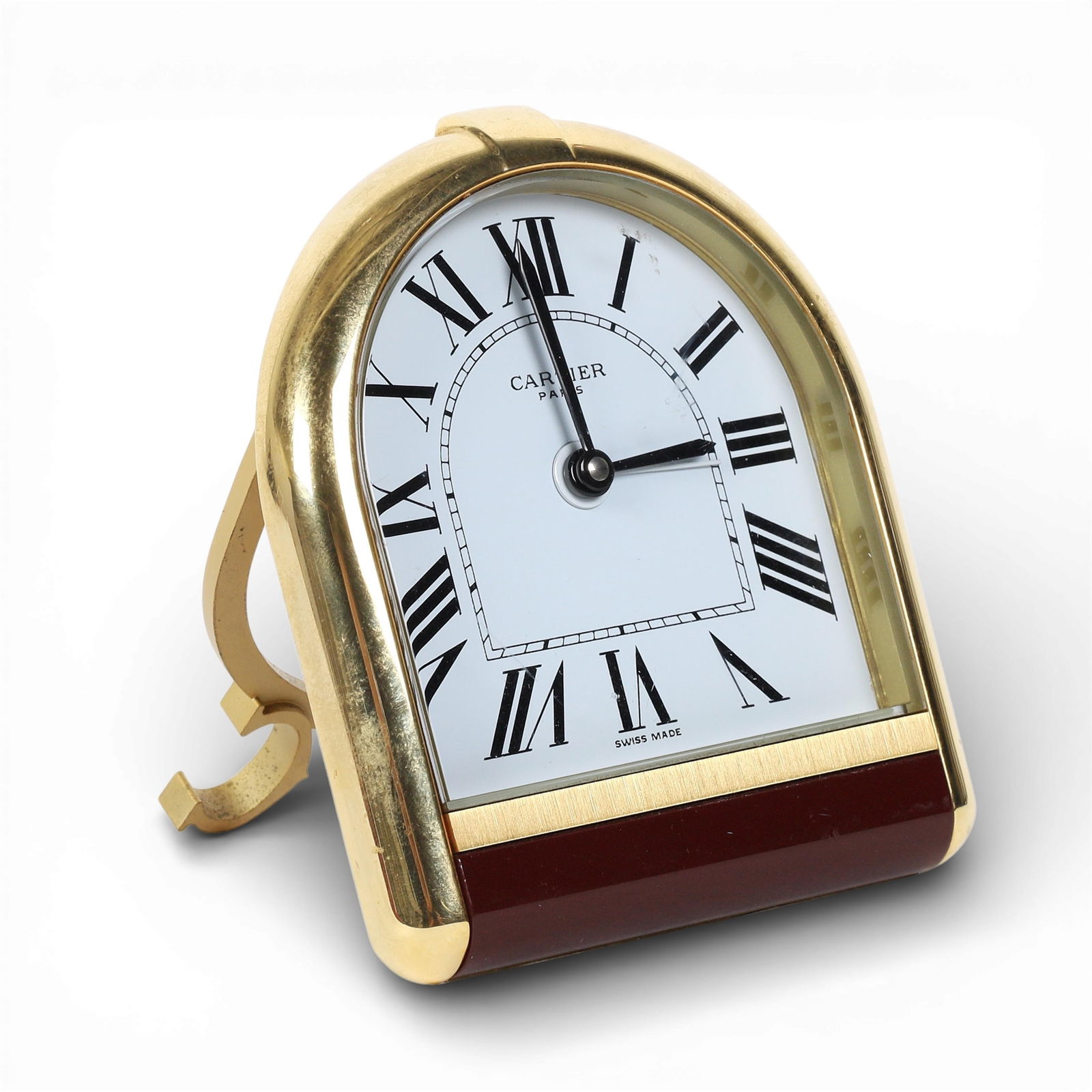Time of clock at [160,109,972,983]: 2:59
